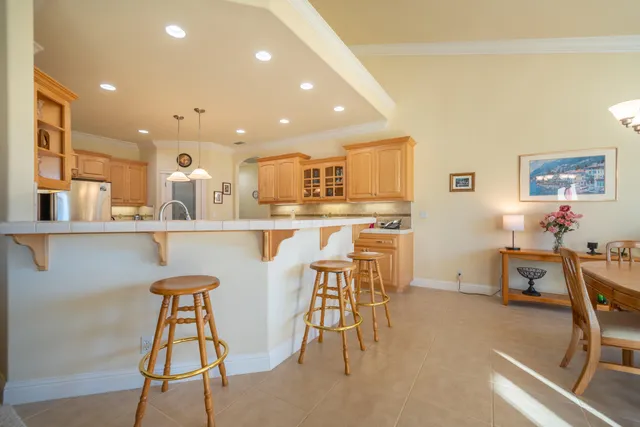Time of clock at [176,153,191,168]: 6:13
